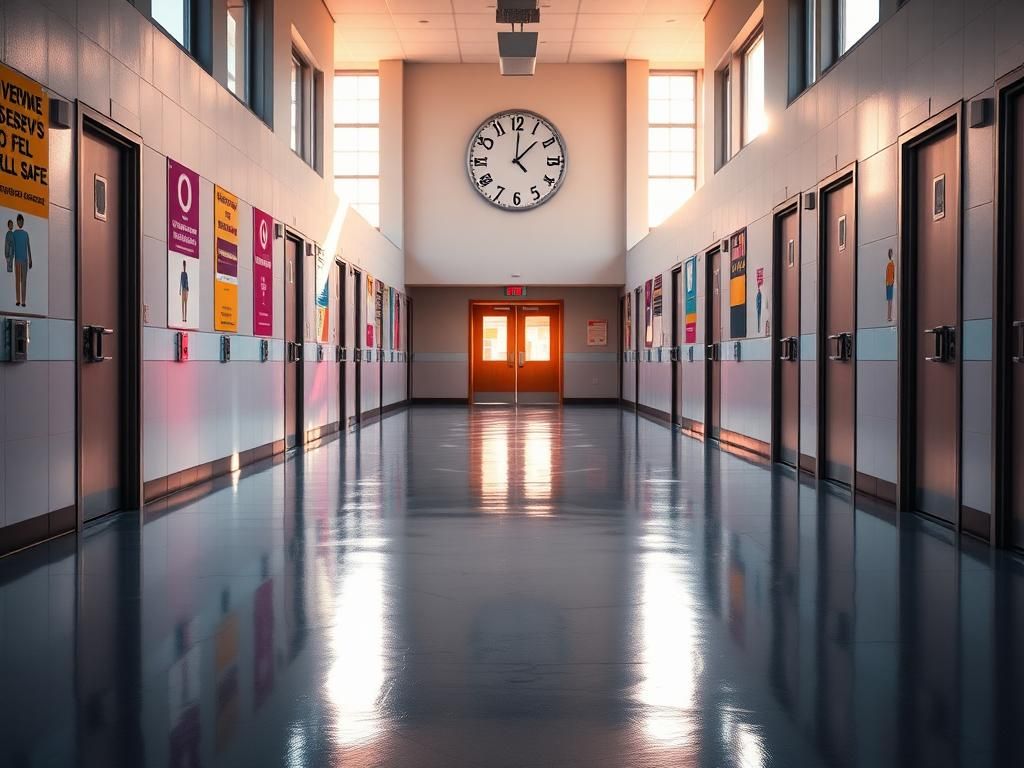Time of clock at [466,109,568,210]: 12:07
